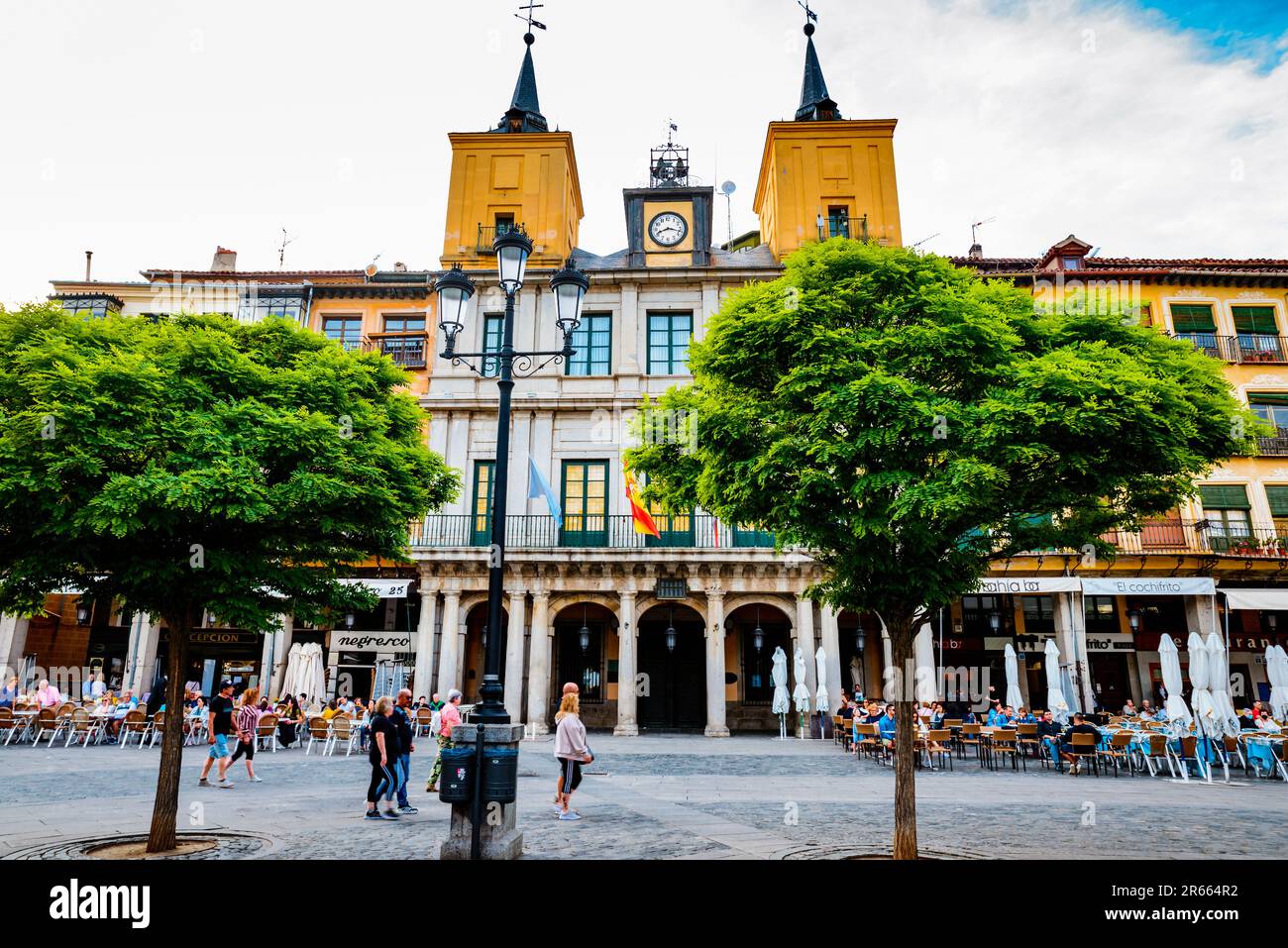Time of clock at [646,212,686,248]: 8:17
